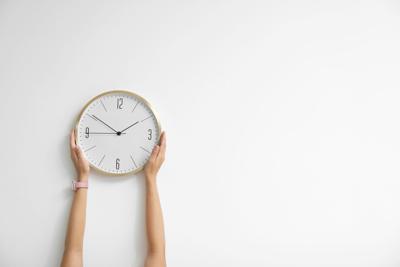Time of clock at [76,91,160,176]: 1:50
